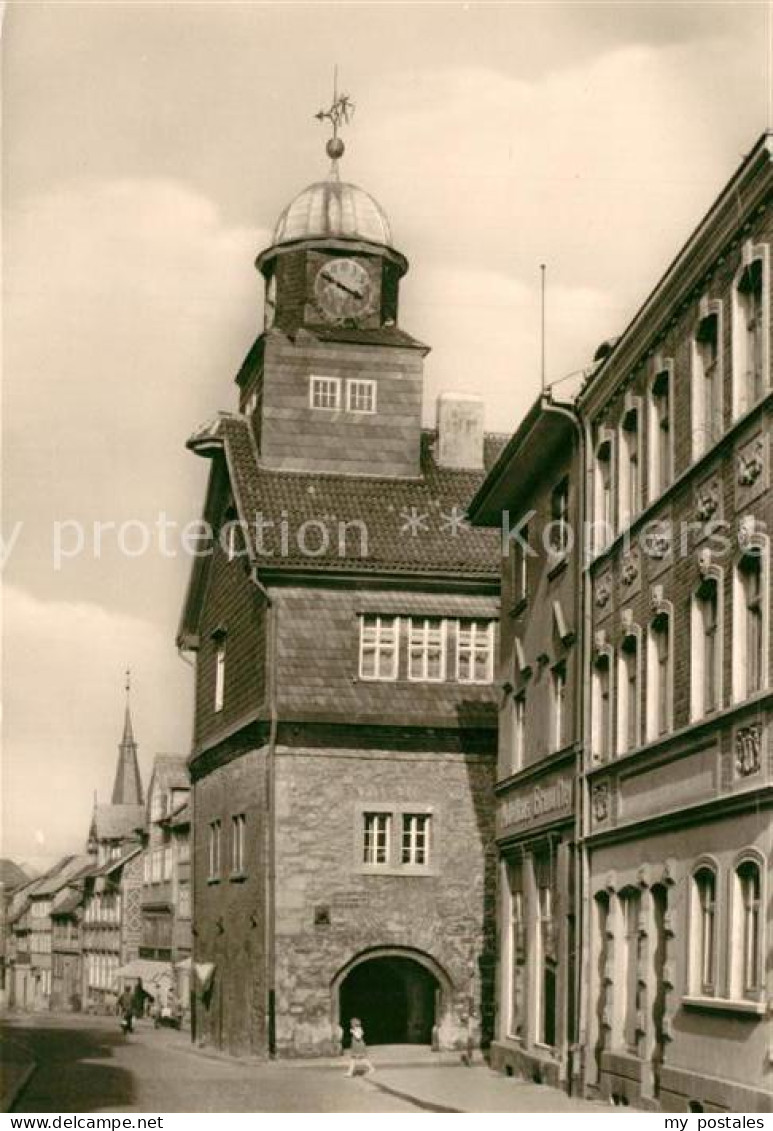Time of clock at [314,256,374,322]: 3:50
